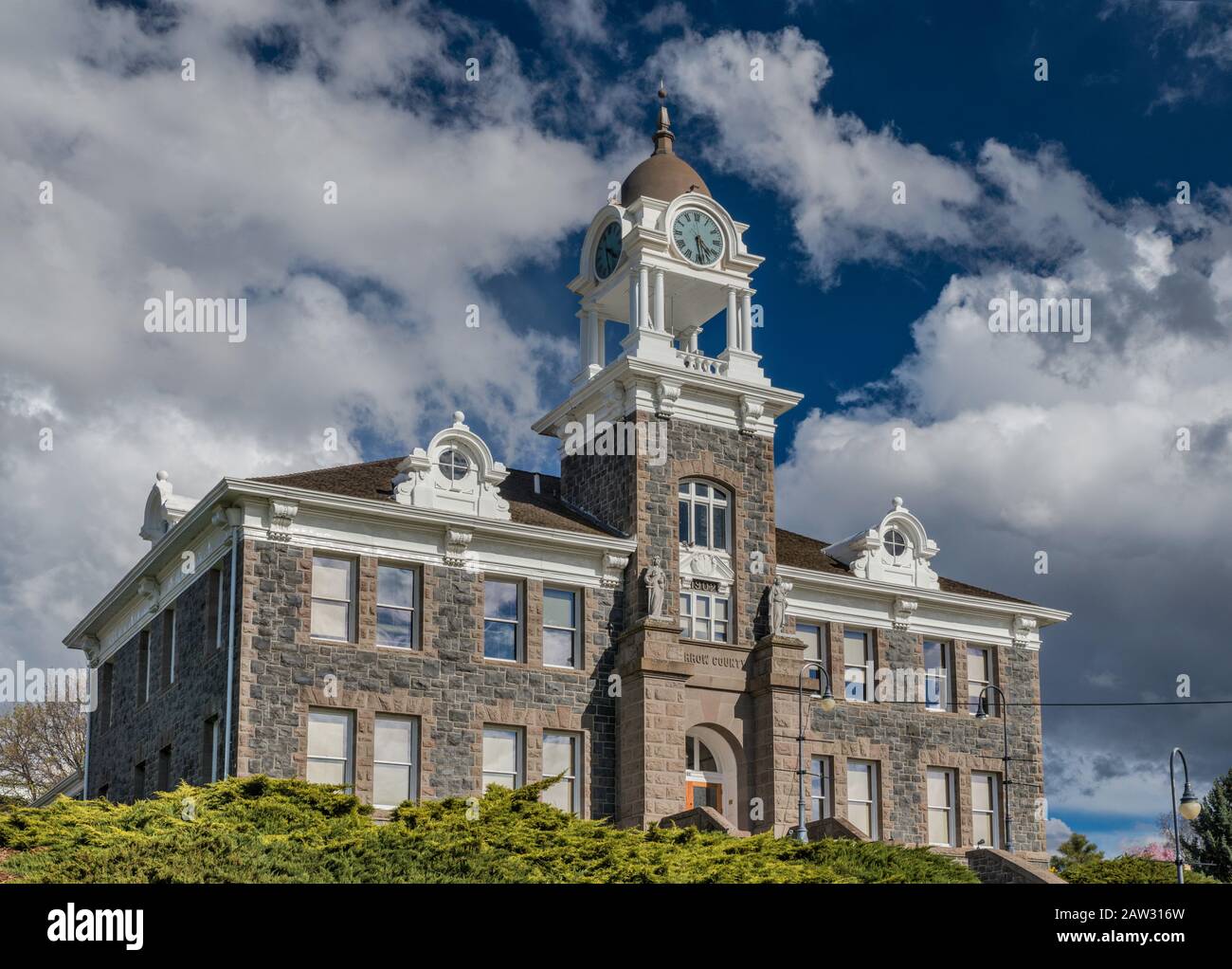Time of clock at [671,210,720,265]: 4:28
